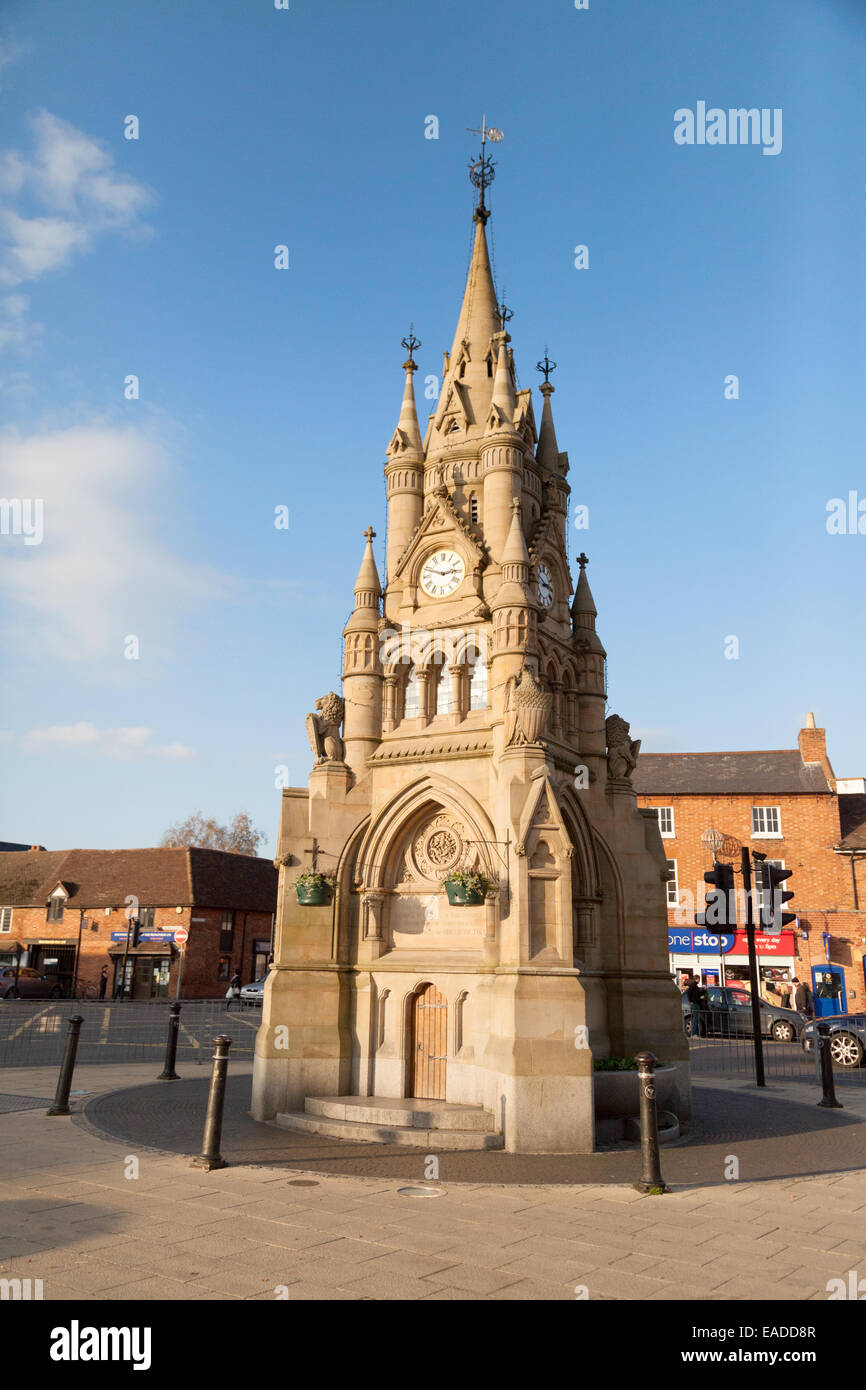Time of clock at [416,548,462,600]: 2:48
